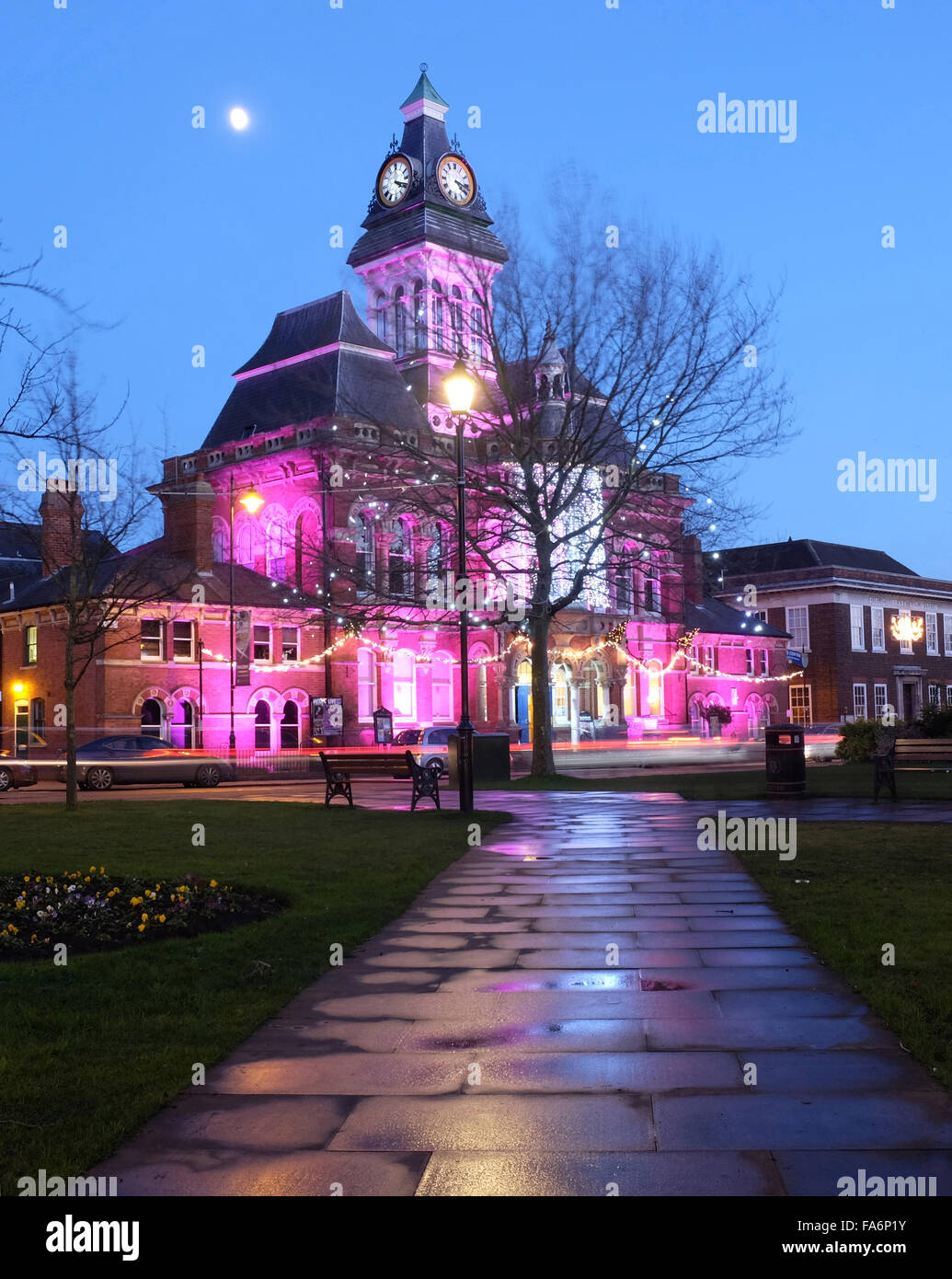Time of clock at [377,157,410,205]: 4:18
